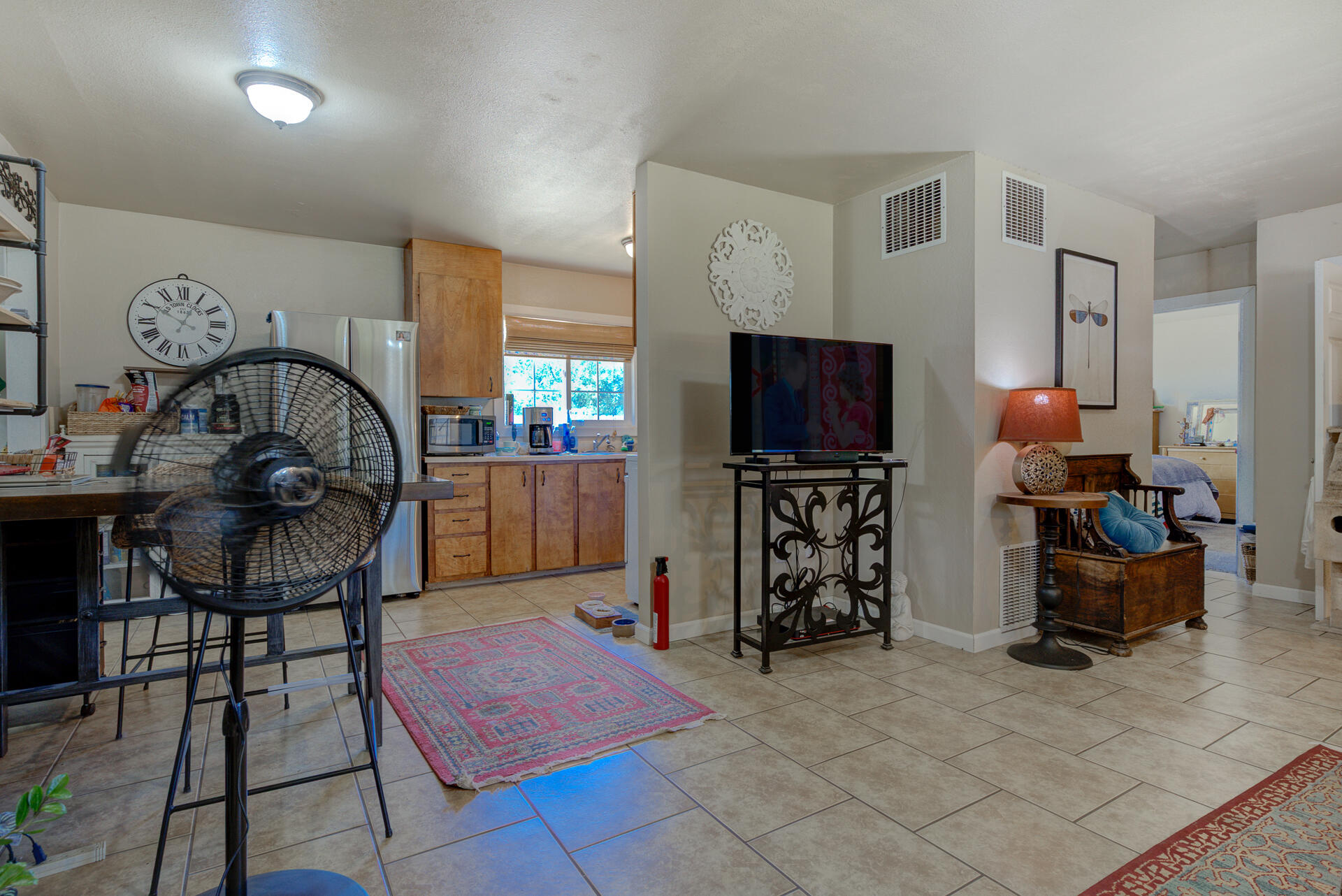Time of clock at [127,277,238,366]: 12:49
